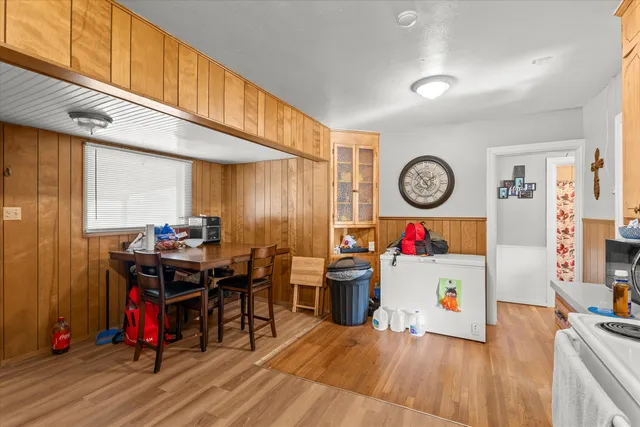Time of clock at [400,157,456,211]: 1:53
